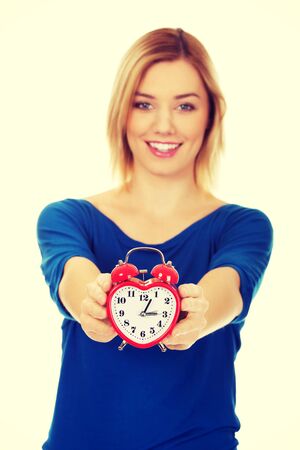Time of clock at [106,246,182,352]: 3:04
